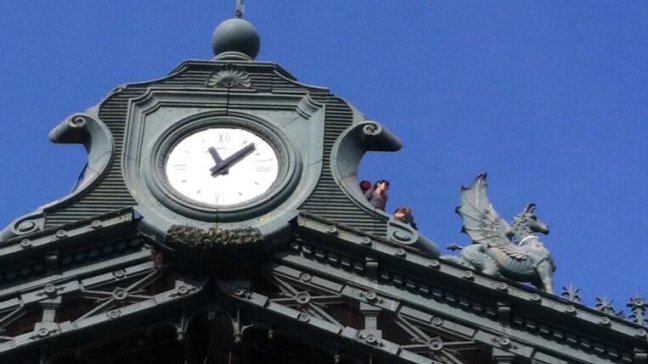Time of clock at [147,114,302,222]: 11:07
